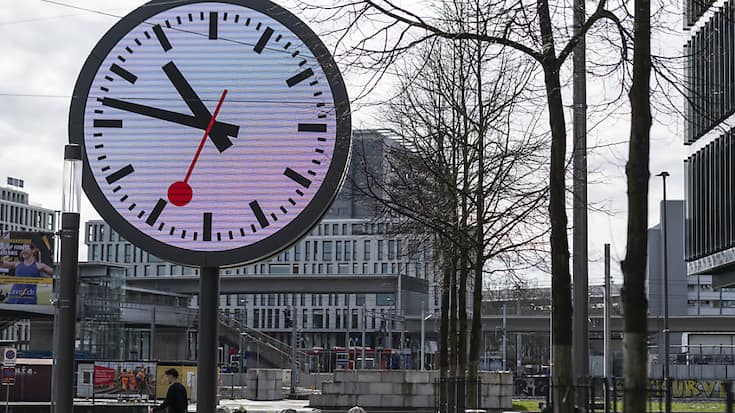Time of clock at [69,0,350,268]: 10:47
